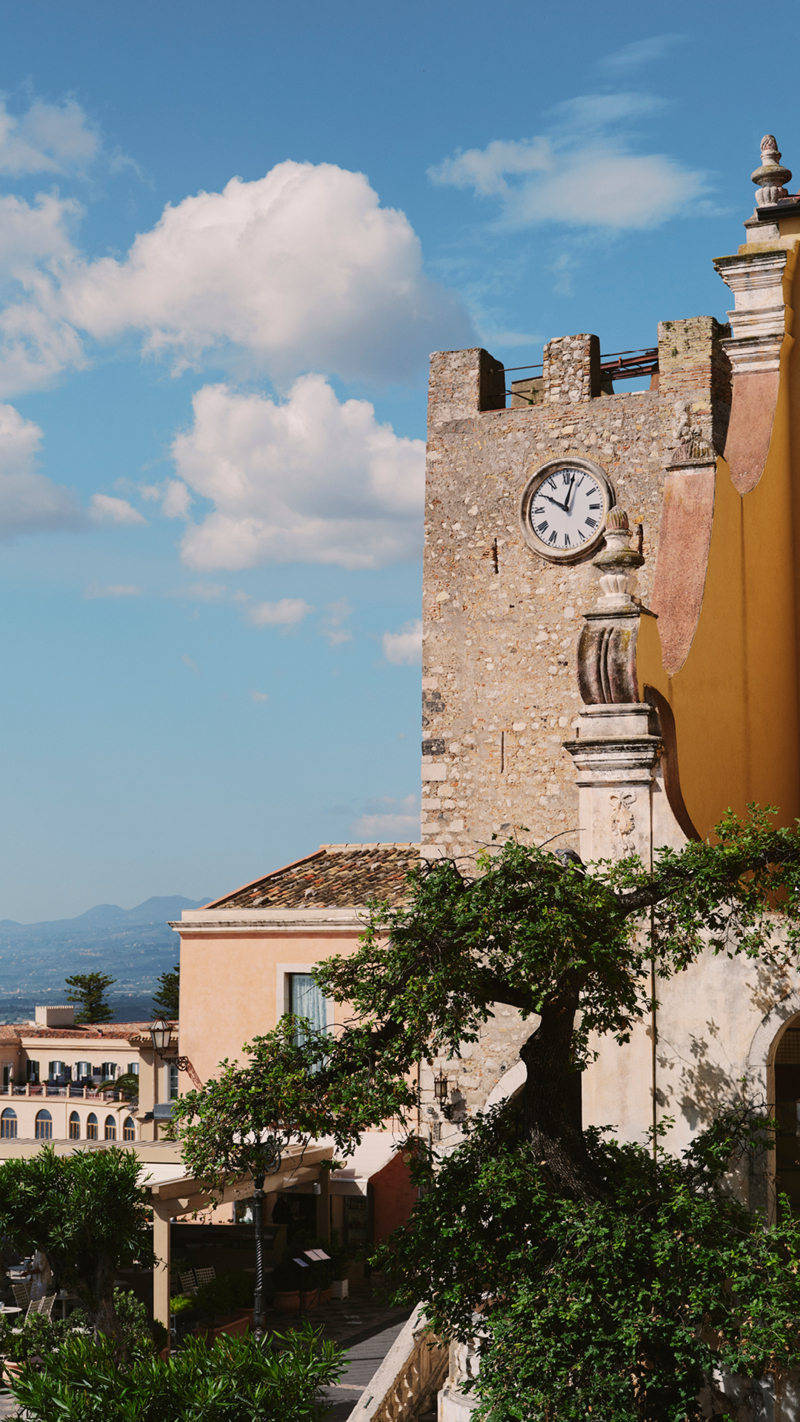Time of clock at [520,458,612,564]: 10:02
